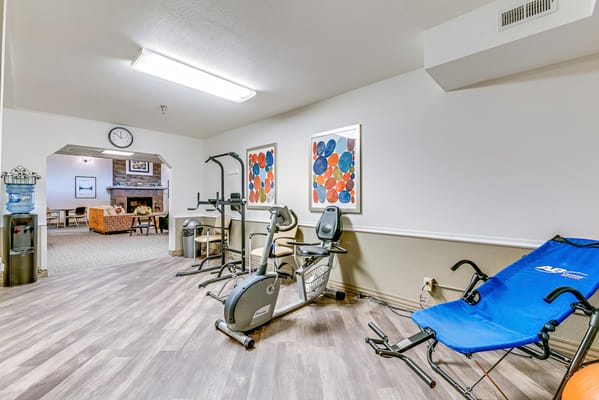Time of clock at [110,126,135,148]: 11:50
